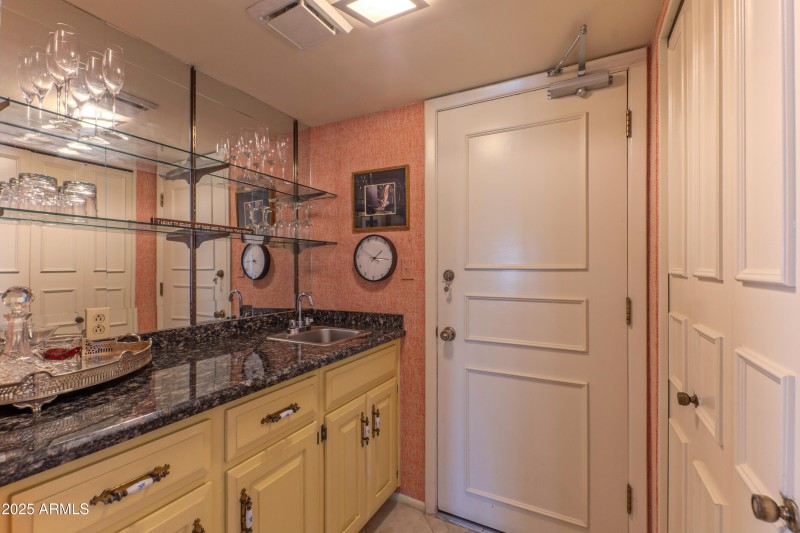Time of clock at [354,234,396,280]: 1:14
